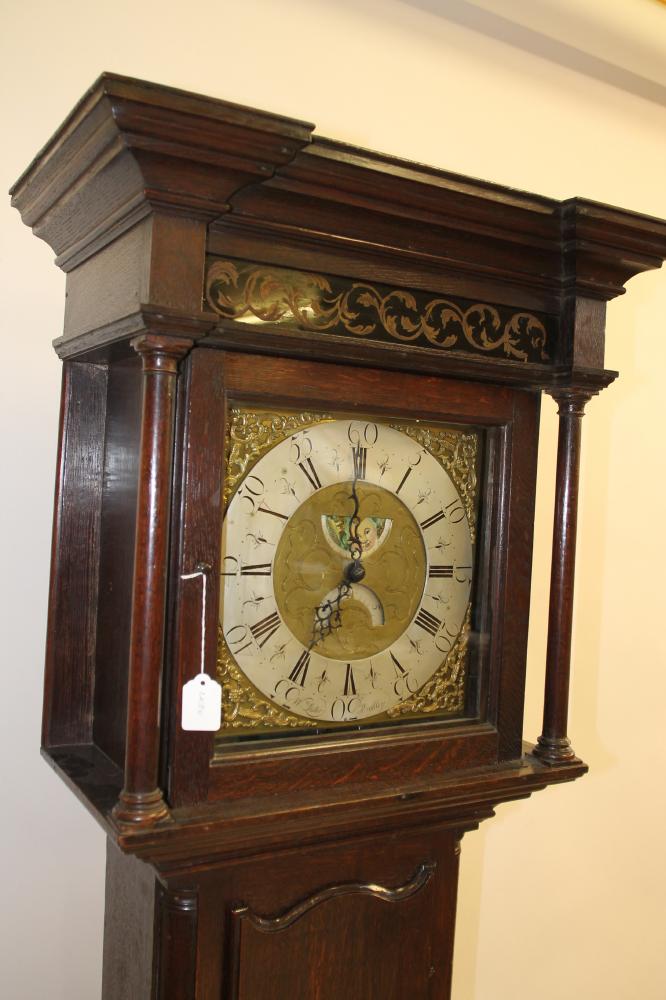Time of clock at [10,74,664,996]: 7:00
